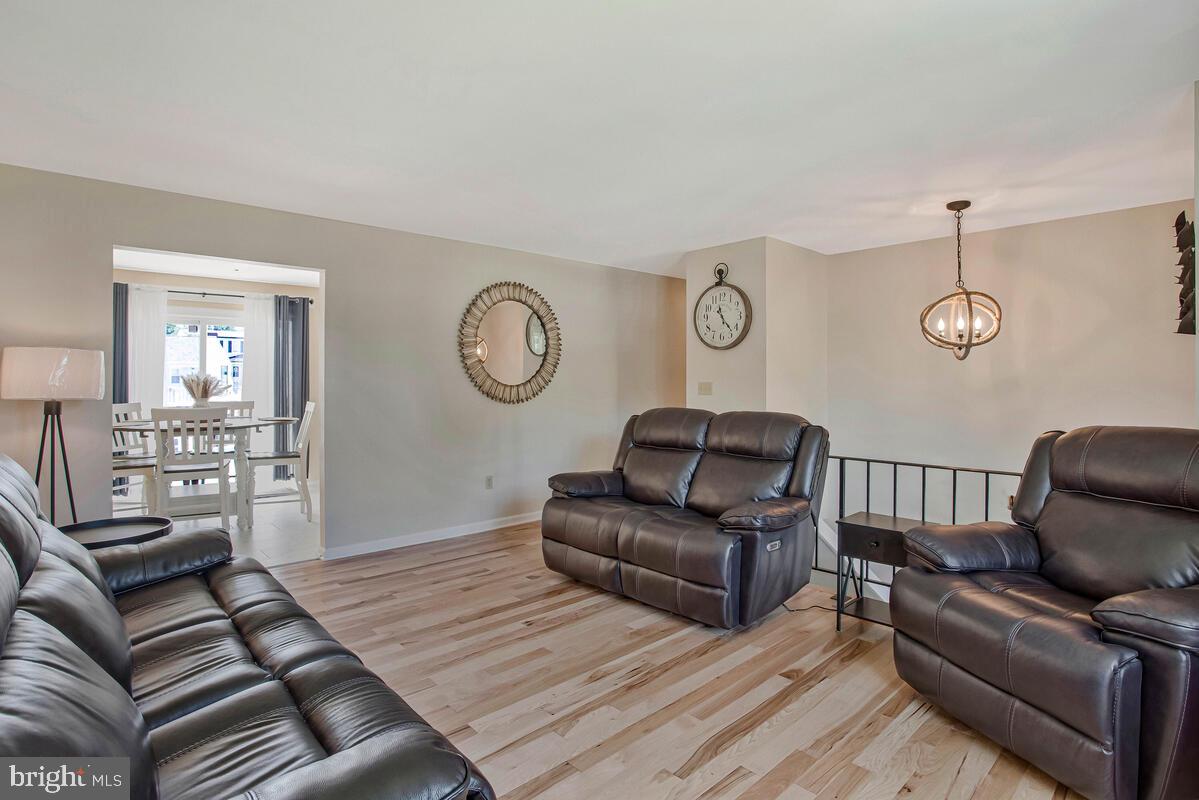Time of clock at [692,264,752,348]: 11:23
